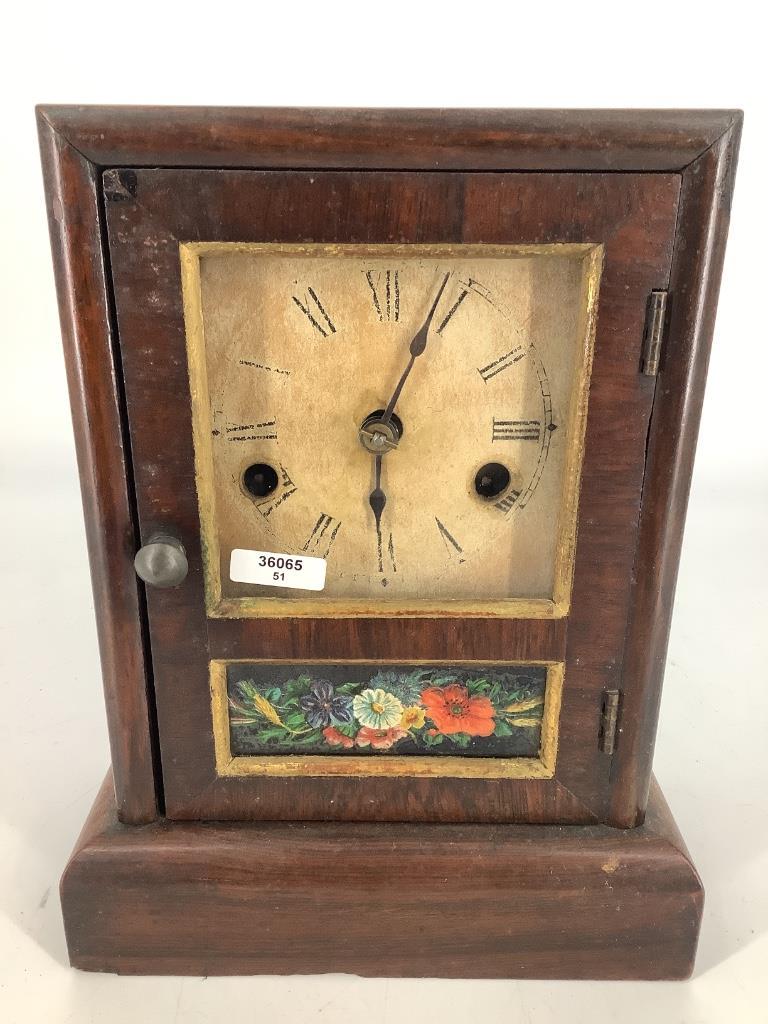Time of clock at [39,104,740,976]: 6:03
